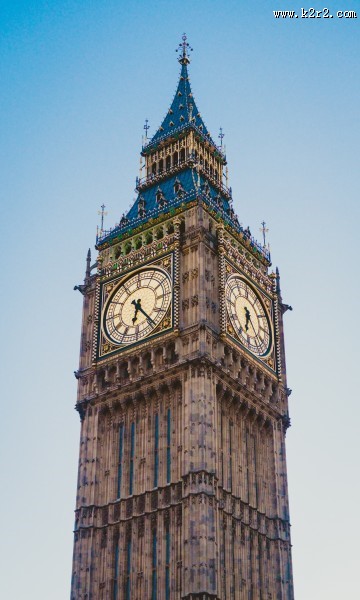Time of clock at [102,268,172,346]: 6:24
